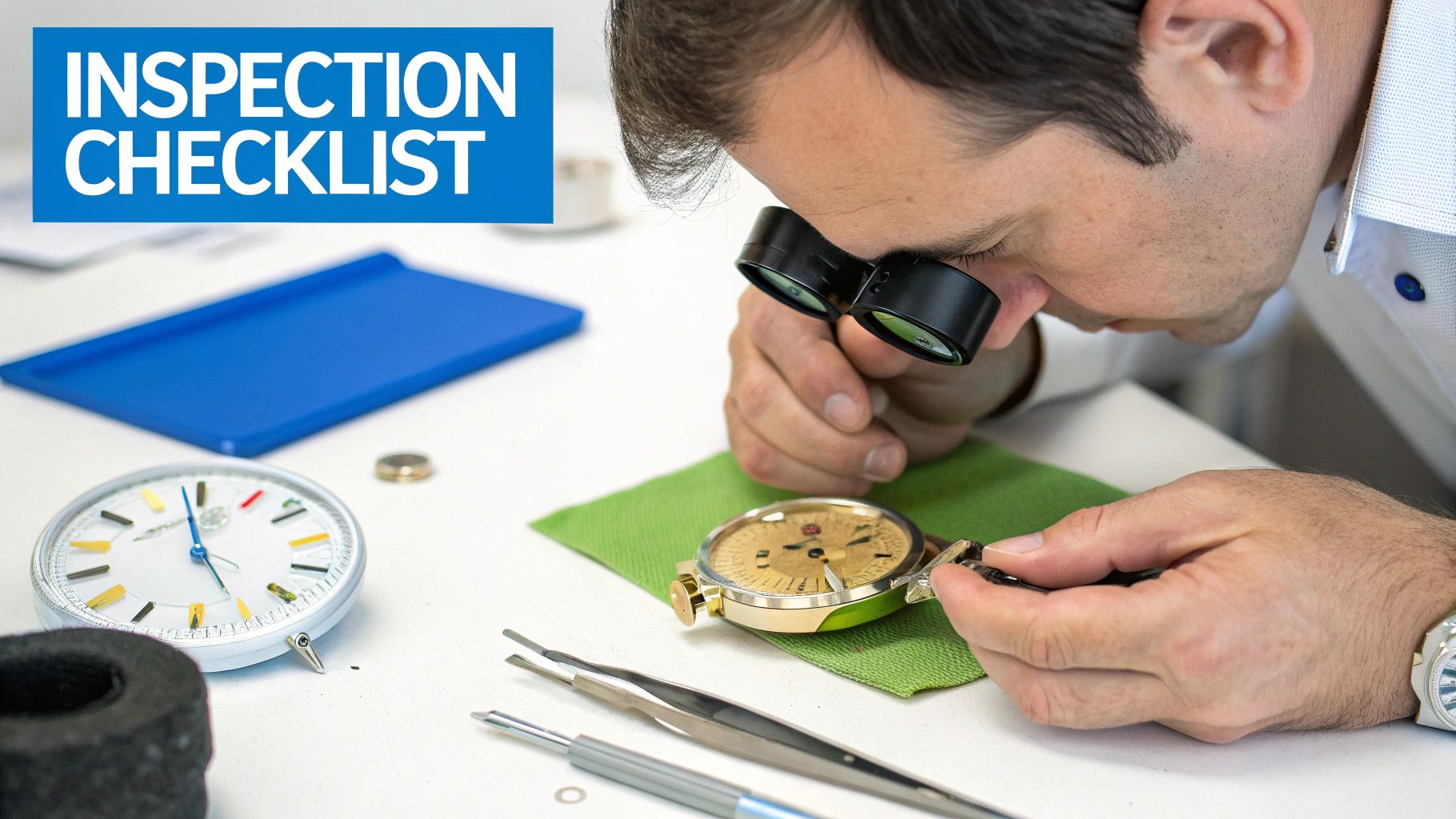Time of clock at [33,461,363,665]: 4:58
